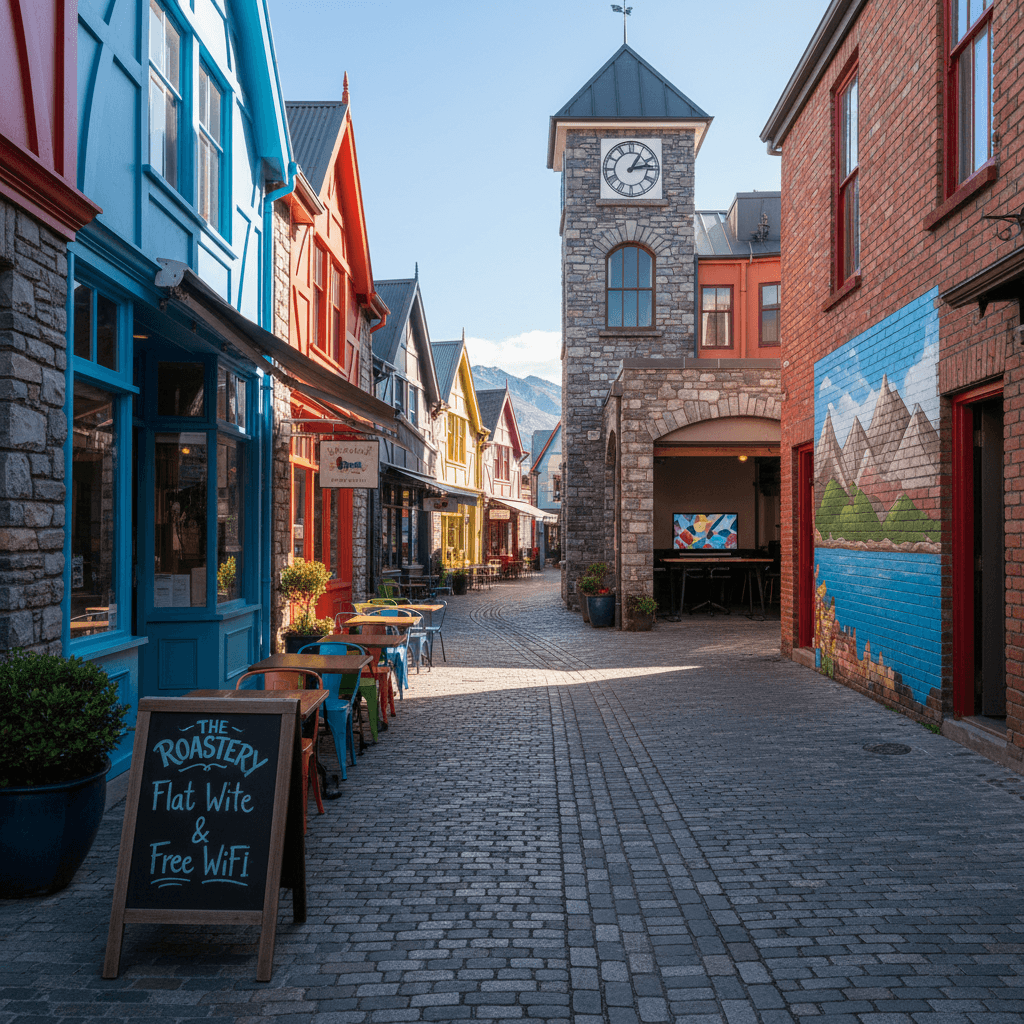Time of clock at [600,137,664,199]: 1:13
